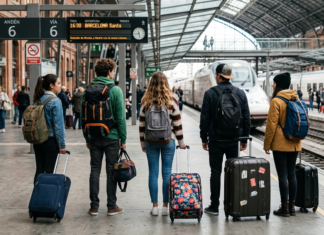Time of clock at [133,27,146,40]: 8:27
